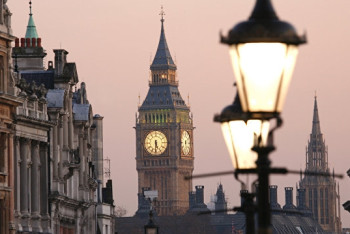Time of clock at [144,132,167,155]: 5:30
